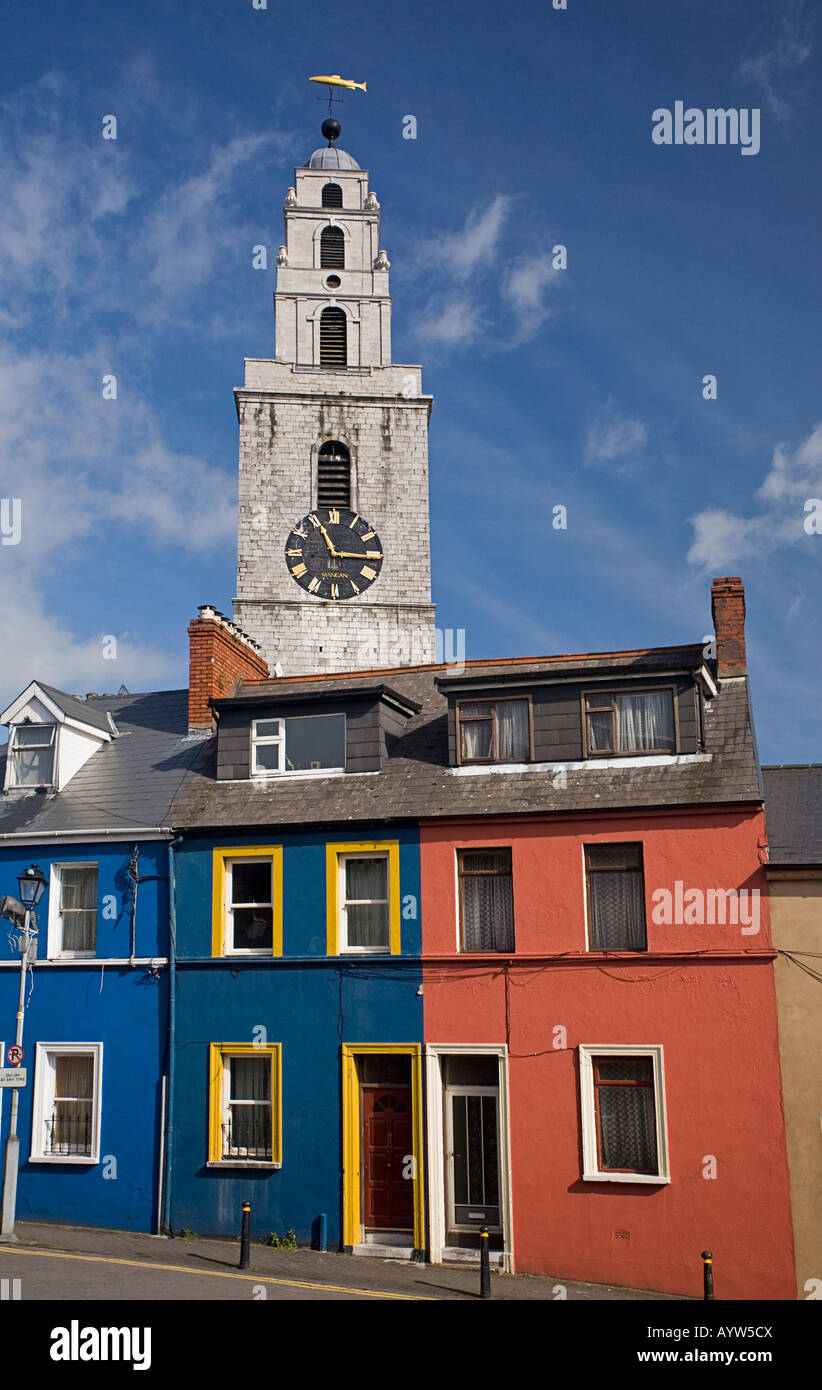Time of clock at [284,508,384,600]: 11:15
